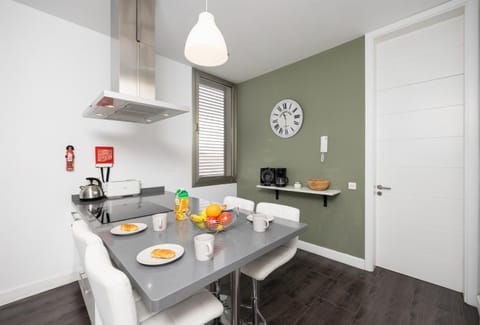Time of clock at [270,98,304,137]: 11:30
